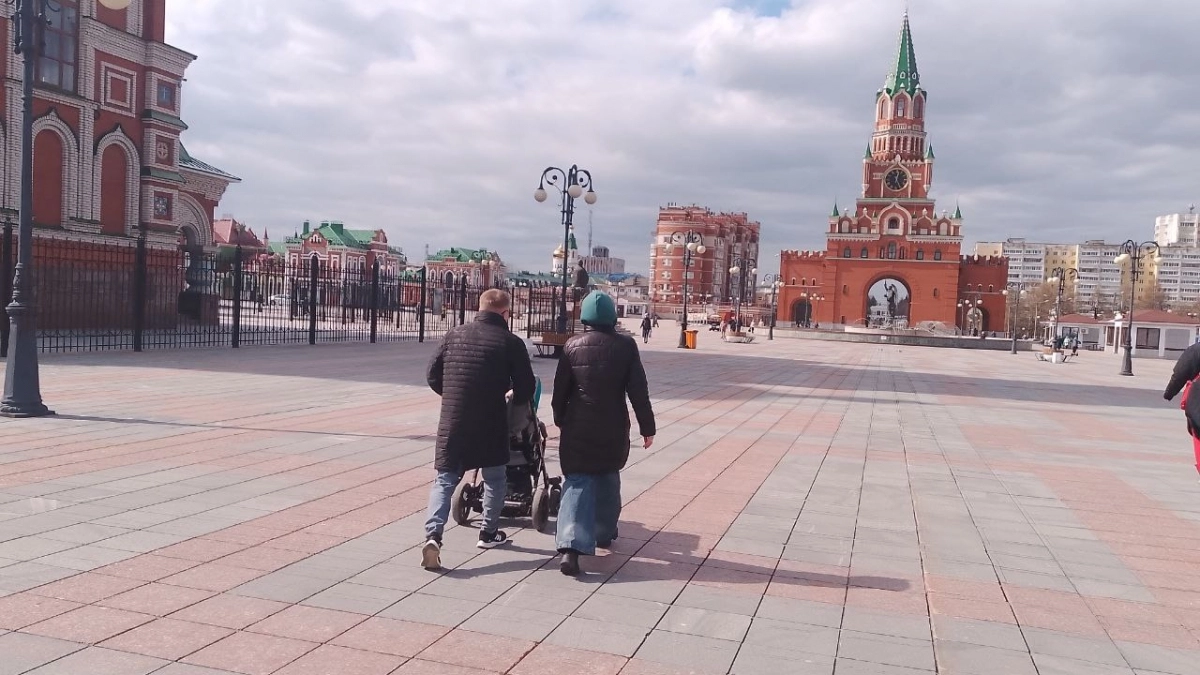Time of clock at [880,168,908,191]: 12:24
